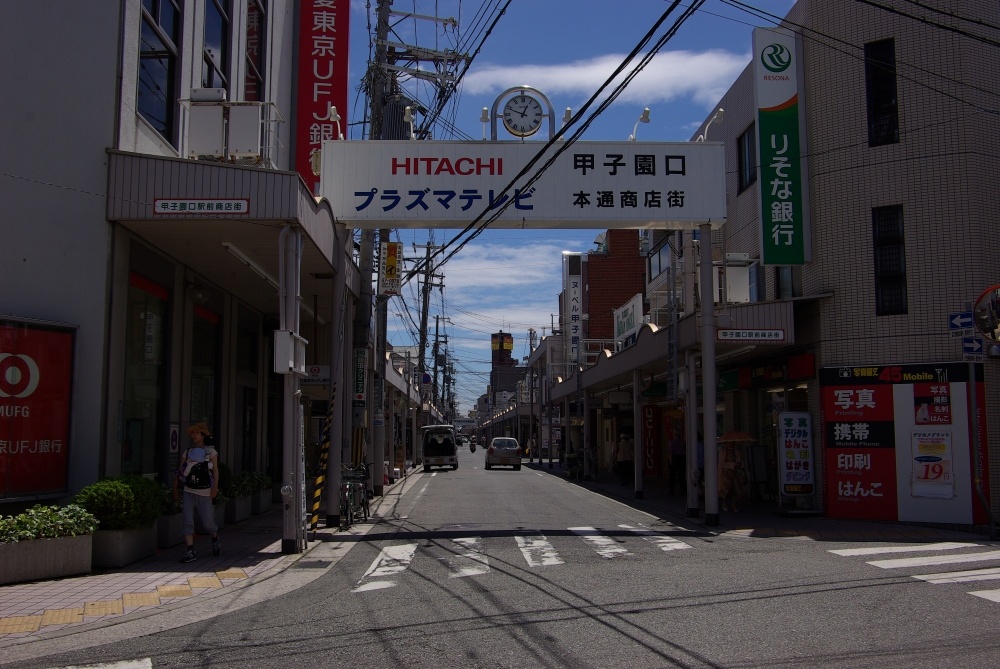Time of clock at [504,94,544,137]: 12:48
